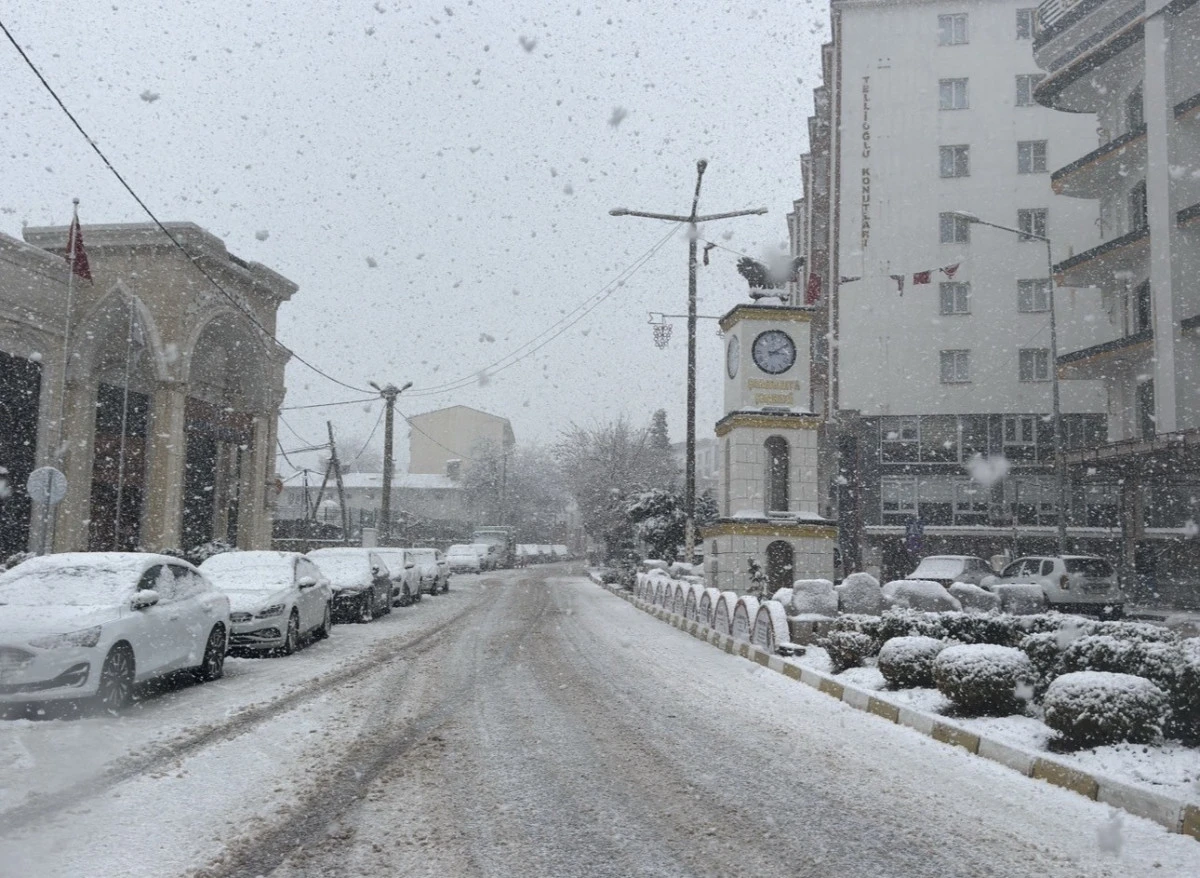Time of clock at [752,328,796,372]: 3:09
